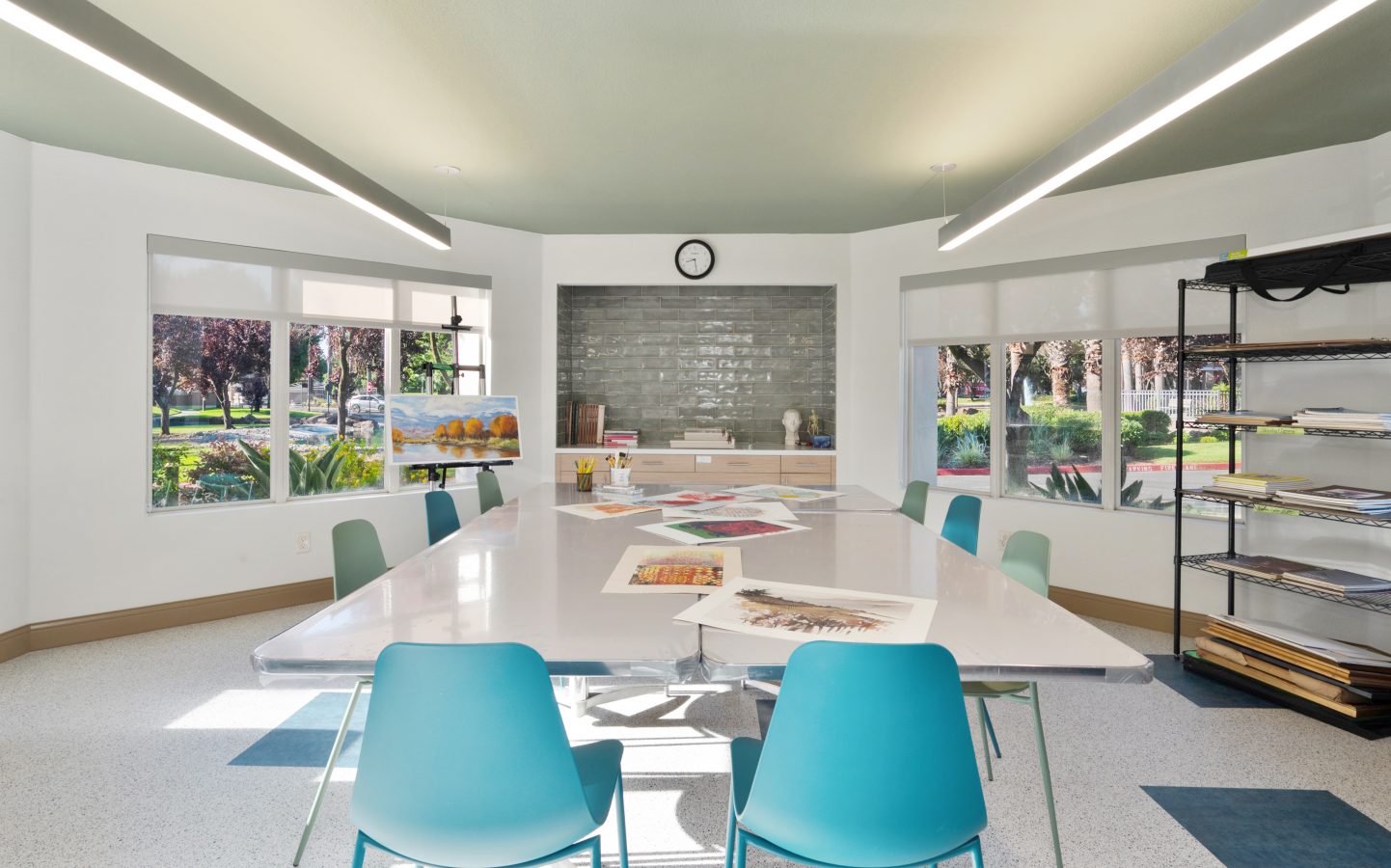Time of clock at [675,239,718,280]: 8:28
